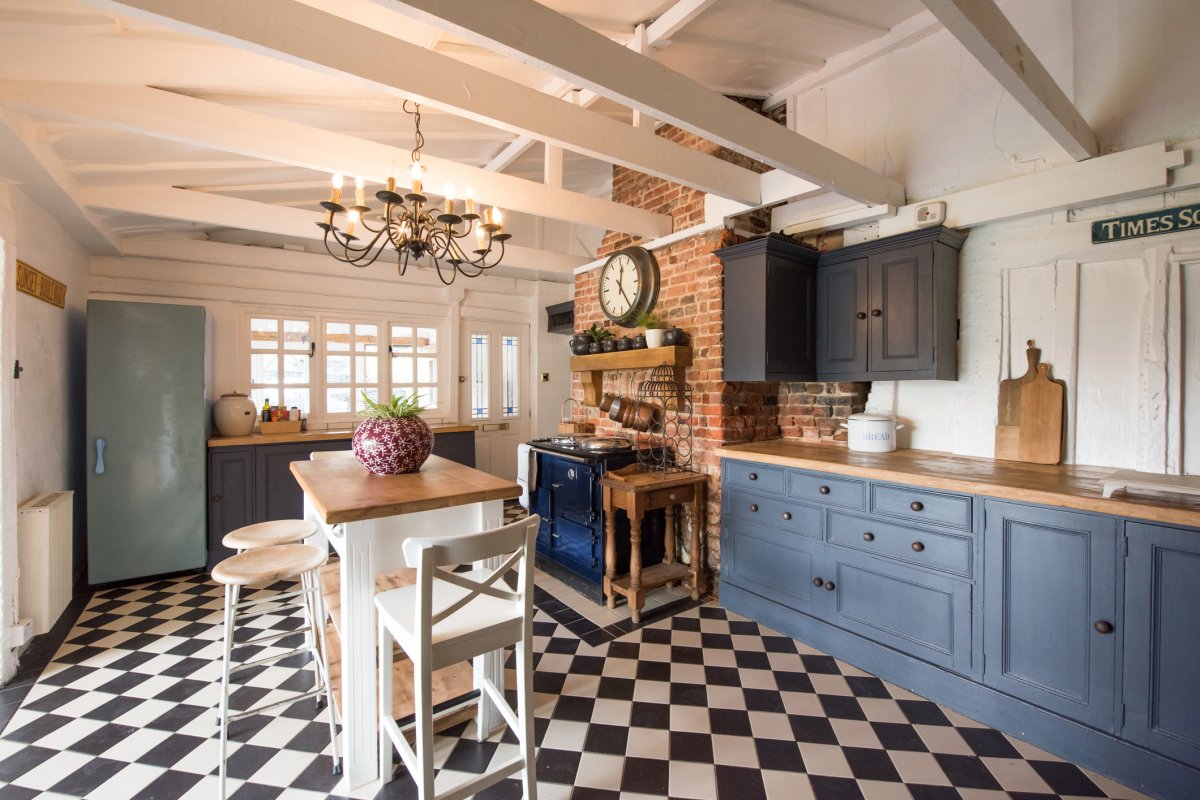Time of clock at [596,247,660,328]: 12:23
